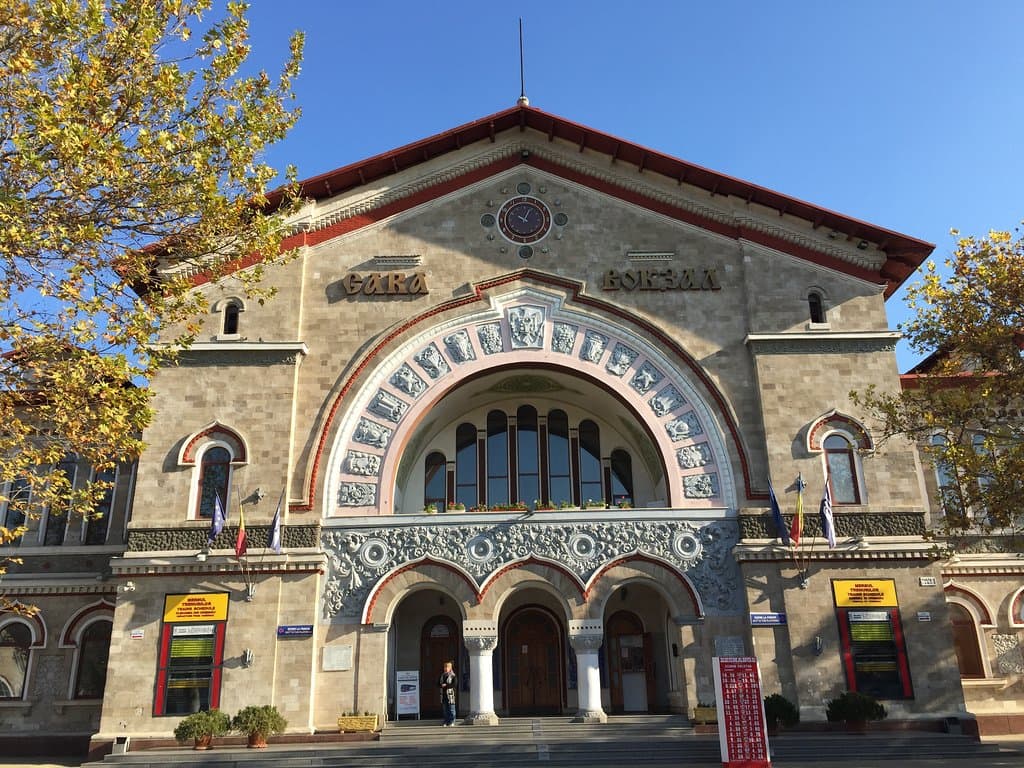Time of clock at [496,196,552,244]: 10:04
